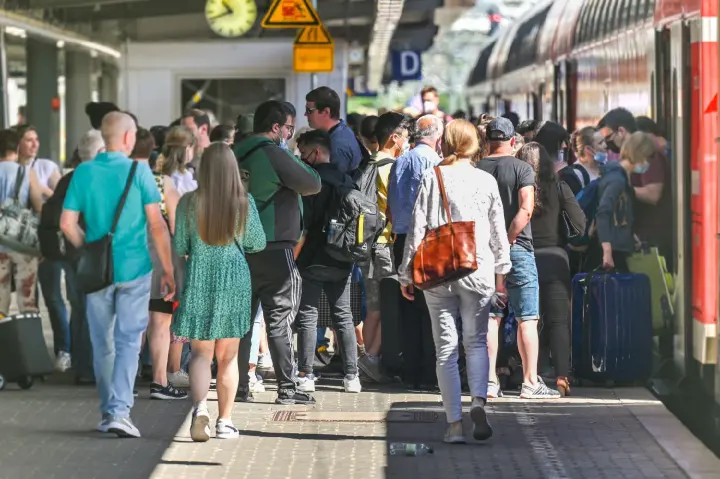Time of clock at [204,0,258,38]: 10:41
